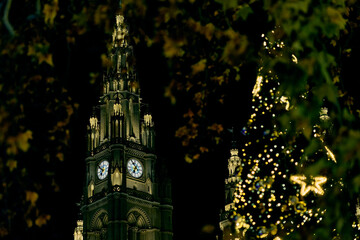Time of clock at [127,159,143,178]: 6:54
